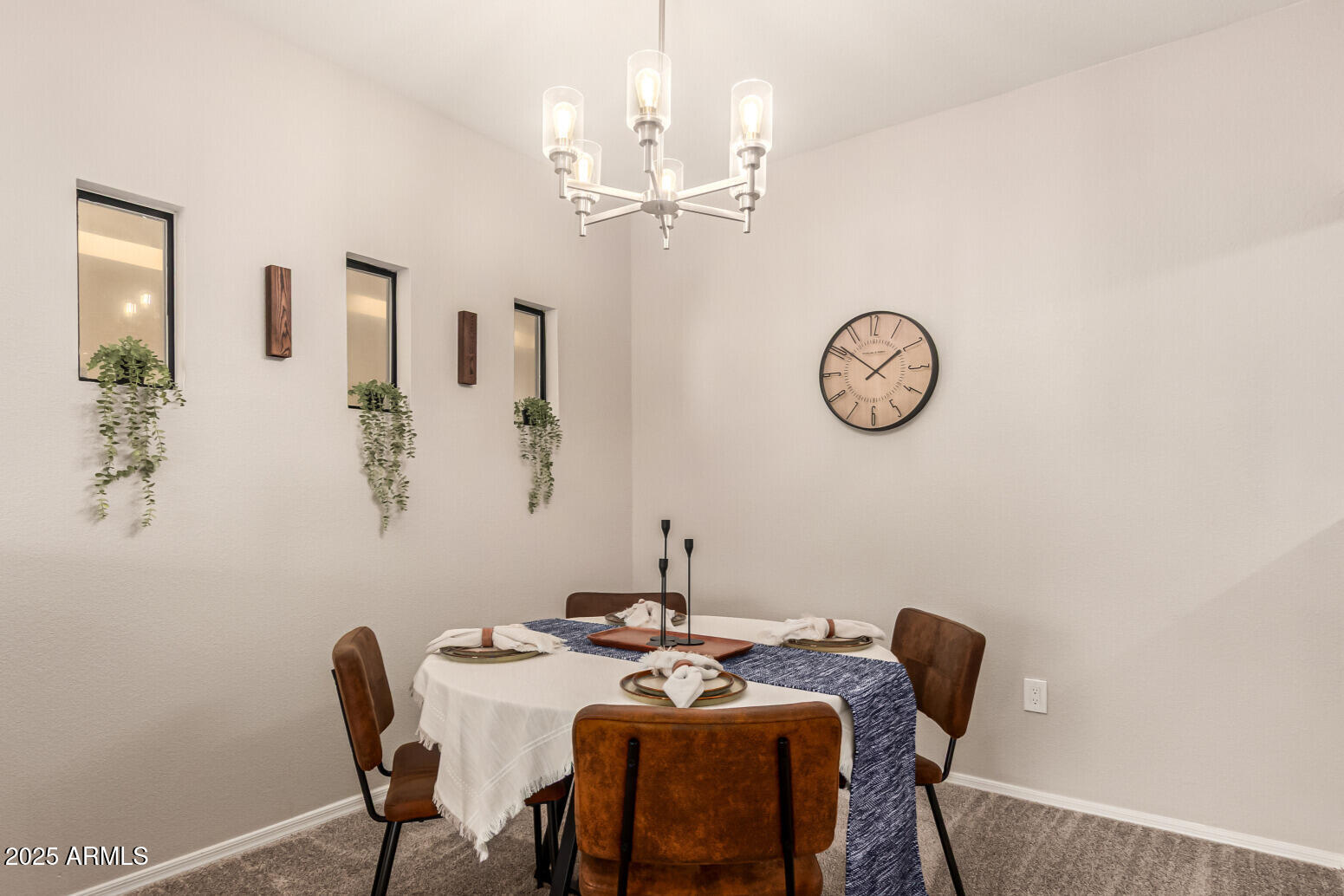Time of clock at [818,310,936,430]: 1:51
